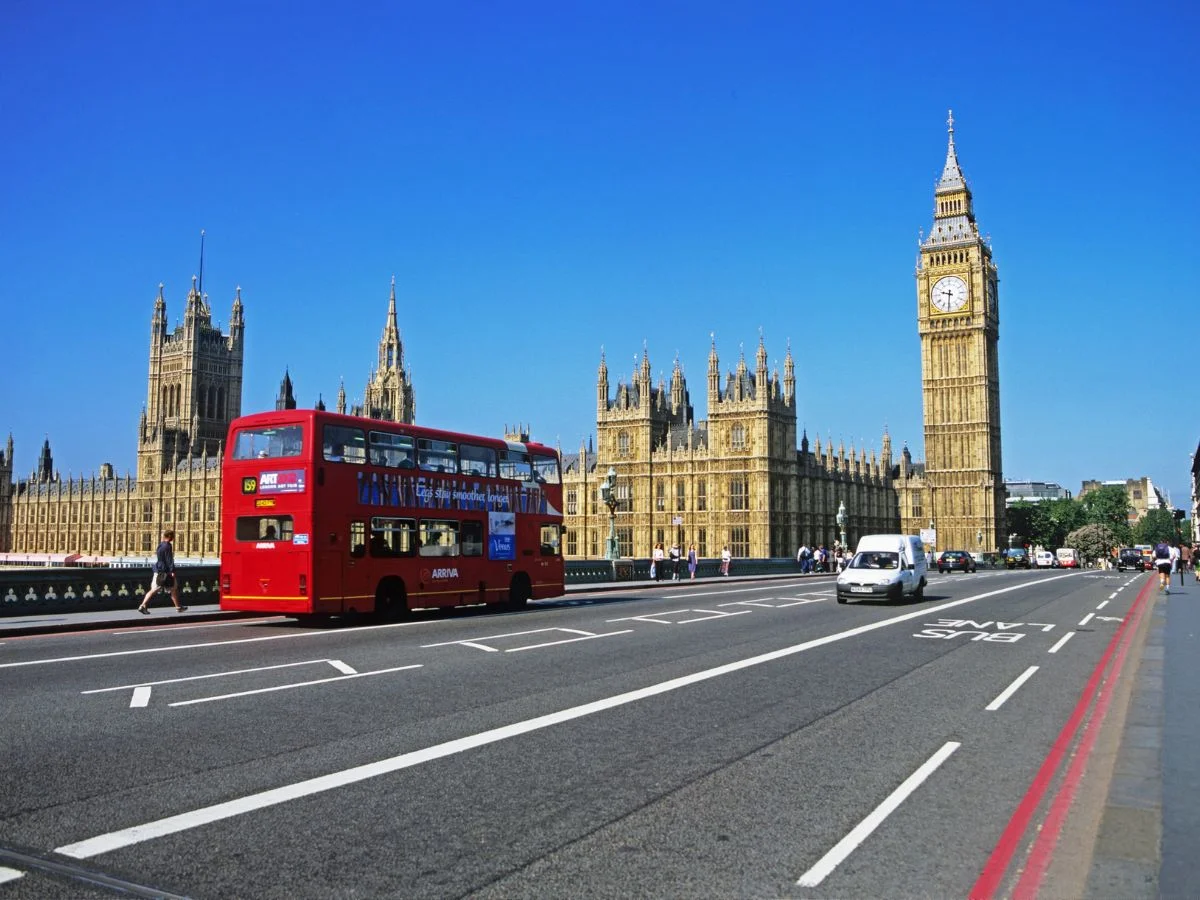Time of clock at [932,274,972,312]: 9:31
